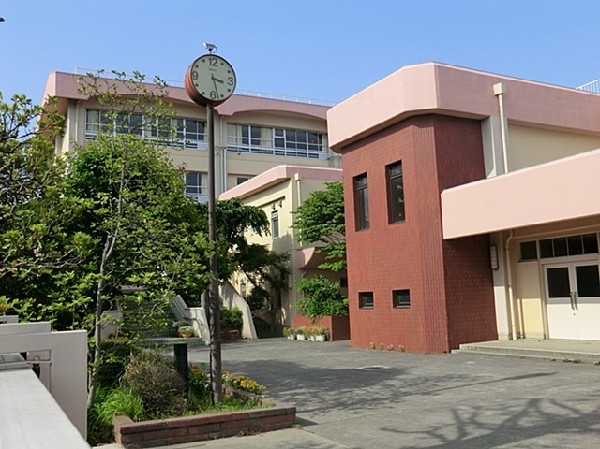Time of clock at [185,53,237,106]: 3:27
